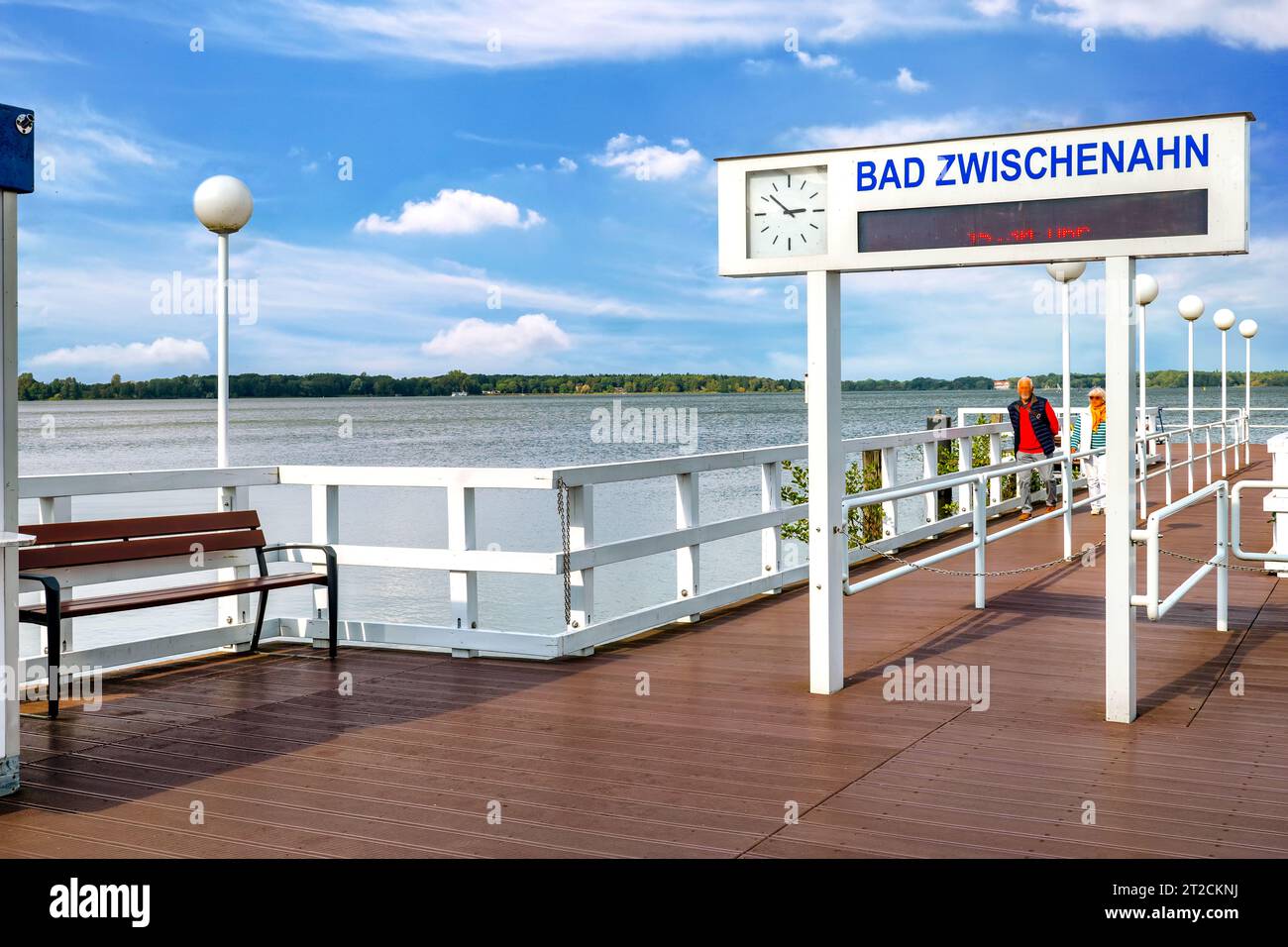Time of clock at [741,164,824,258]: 2:52
